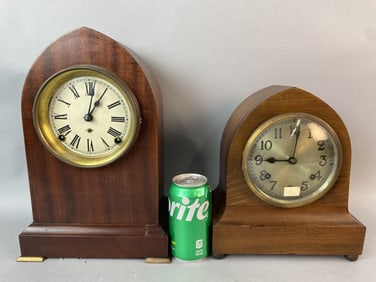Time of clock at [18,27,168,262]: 1:01
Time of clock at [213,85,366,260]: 9:01
